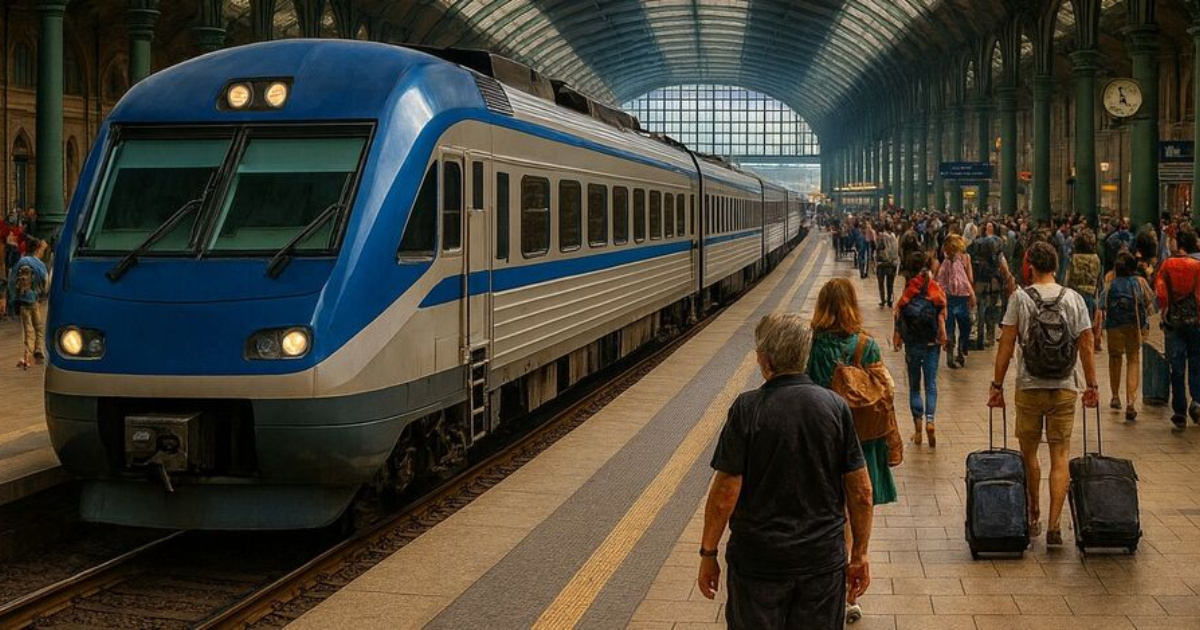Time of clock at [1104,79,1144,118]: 4:57
